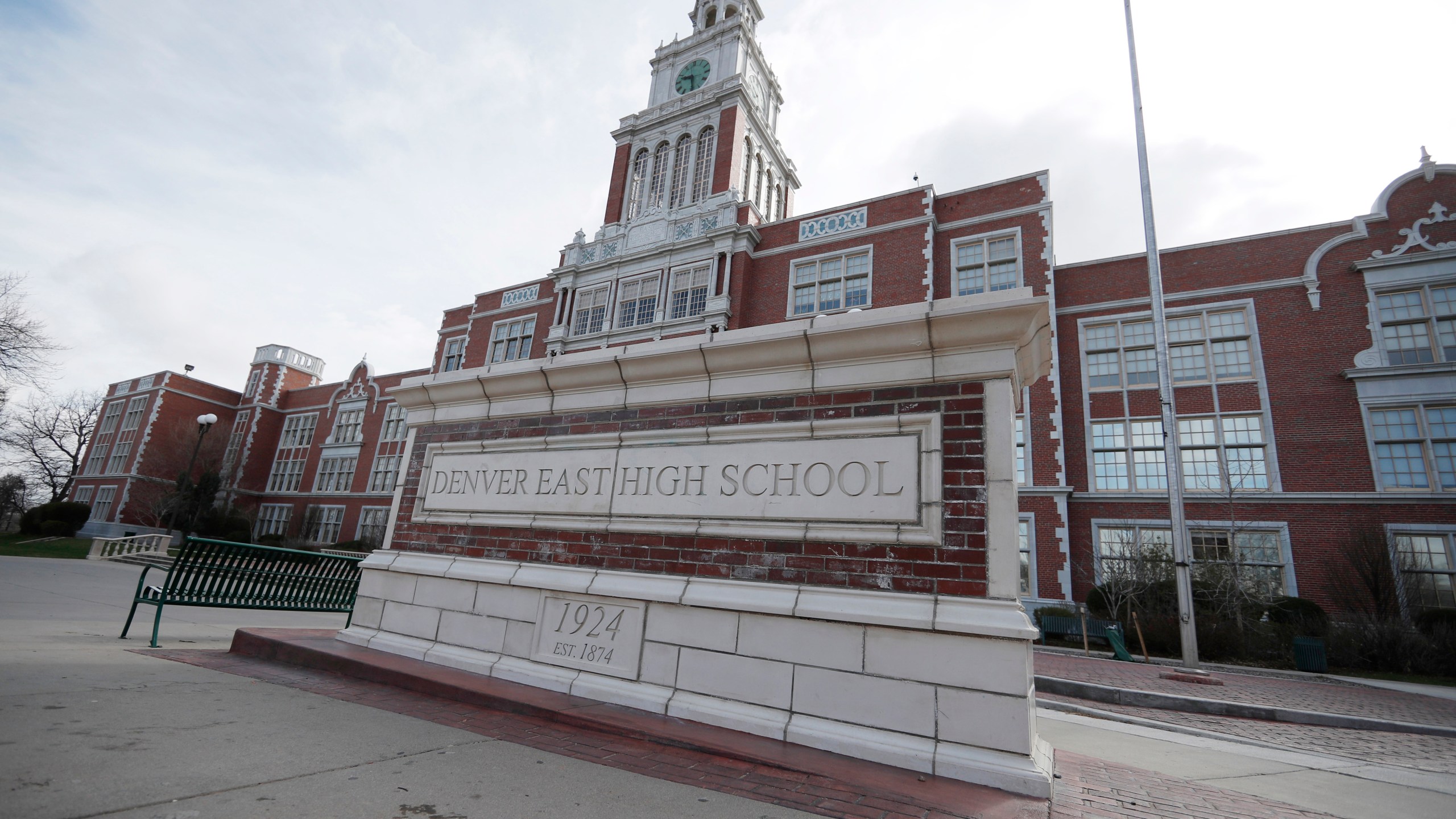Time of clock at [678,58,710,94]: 9:28
